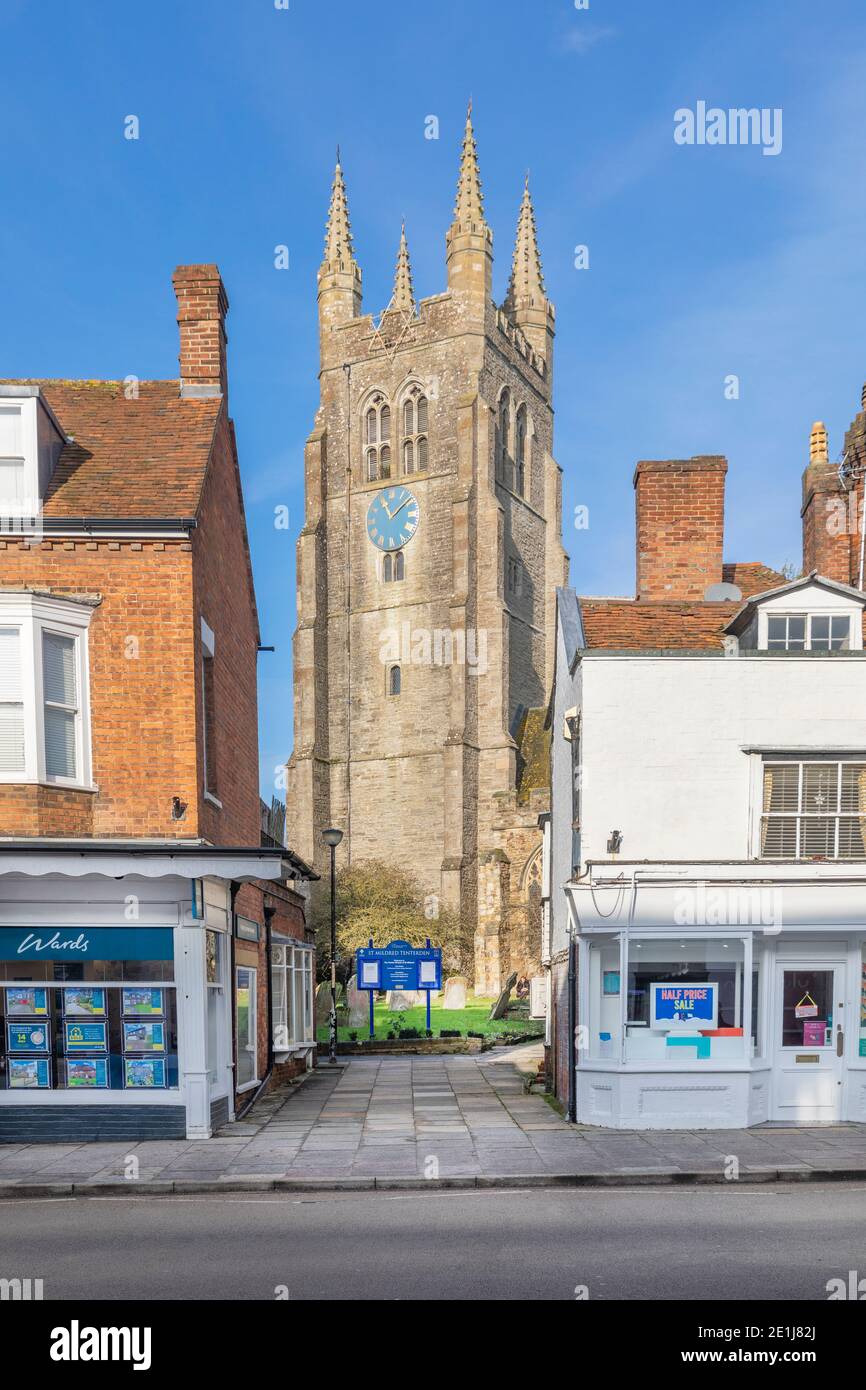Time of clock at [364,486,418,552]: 11:08
